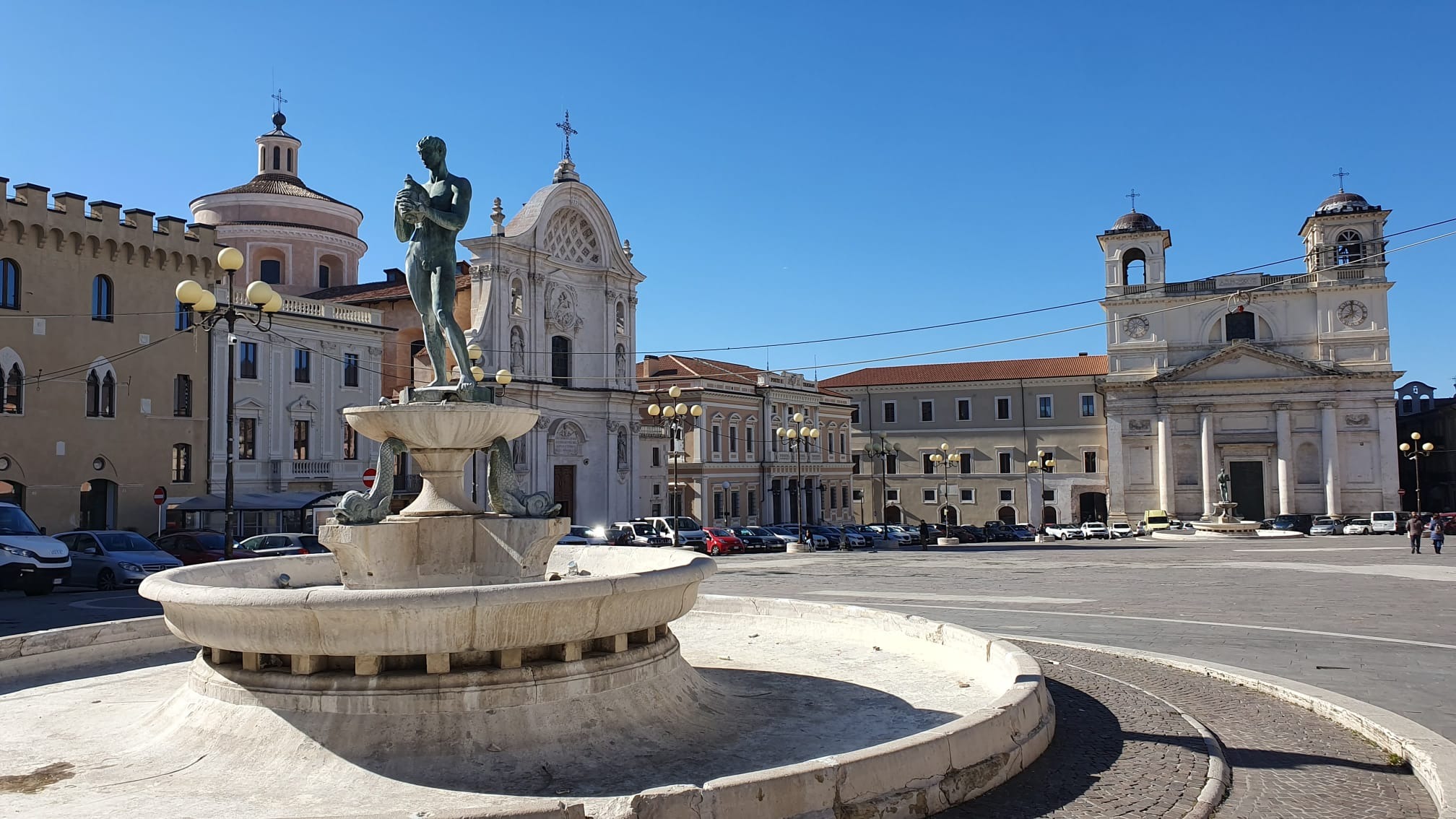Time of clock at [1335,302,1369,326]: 7:58
